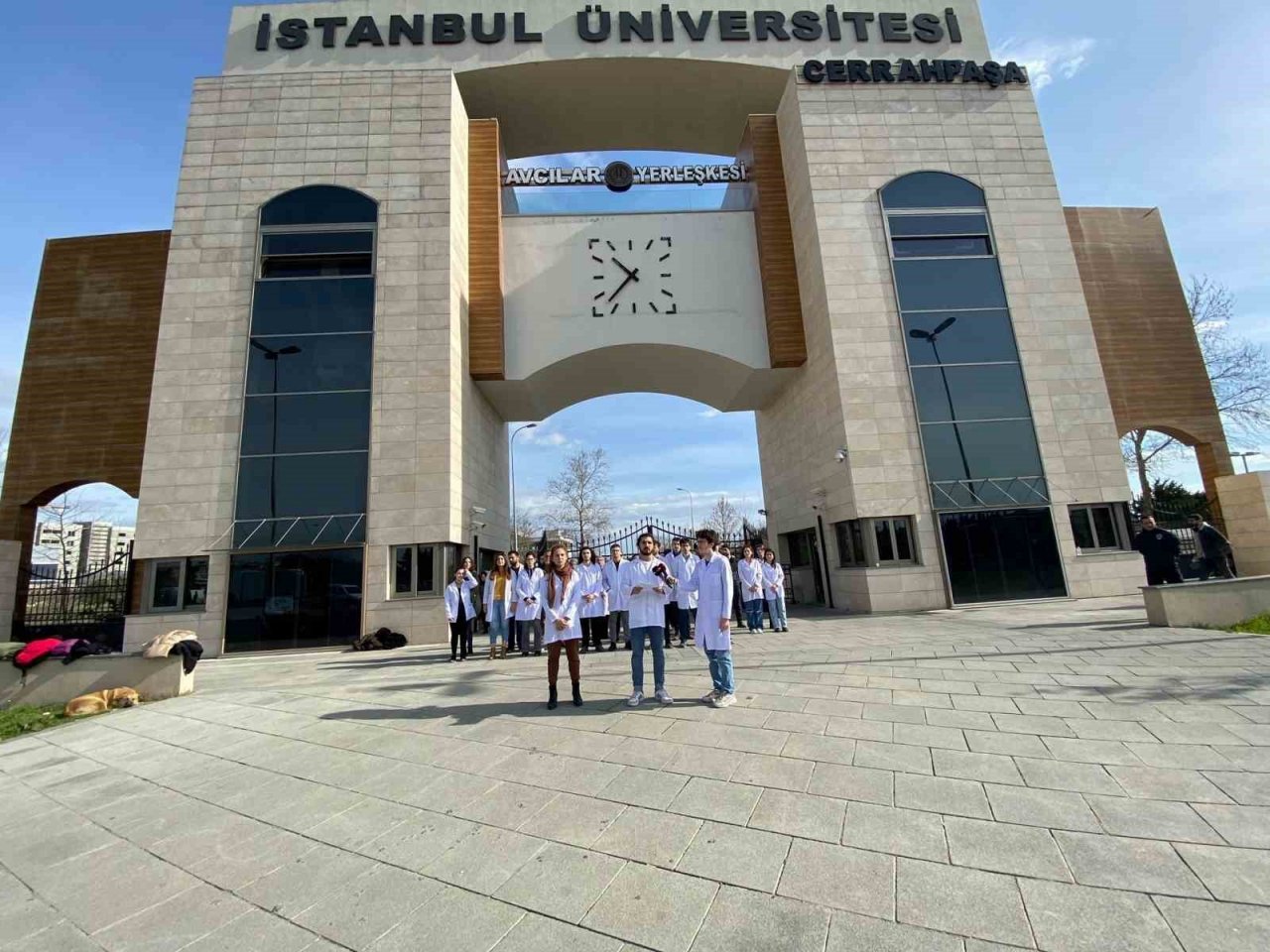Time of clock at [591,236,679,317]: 10:37
